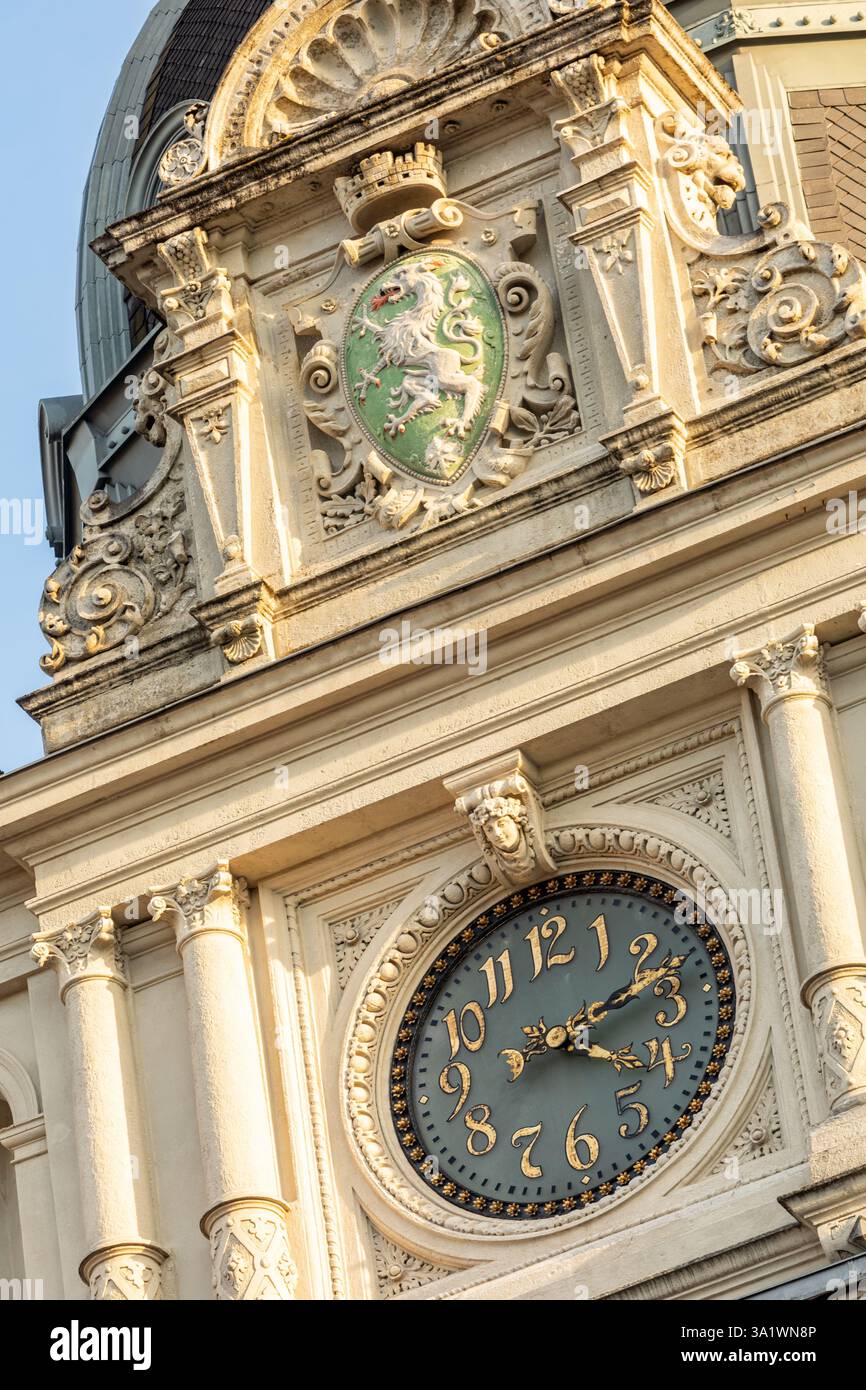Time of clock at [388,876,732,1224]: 4:12
